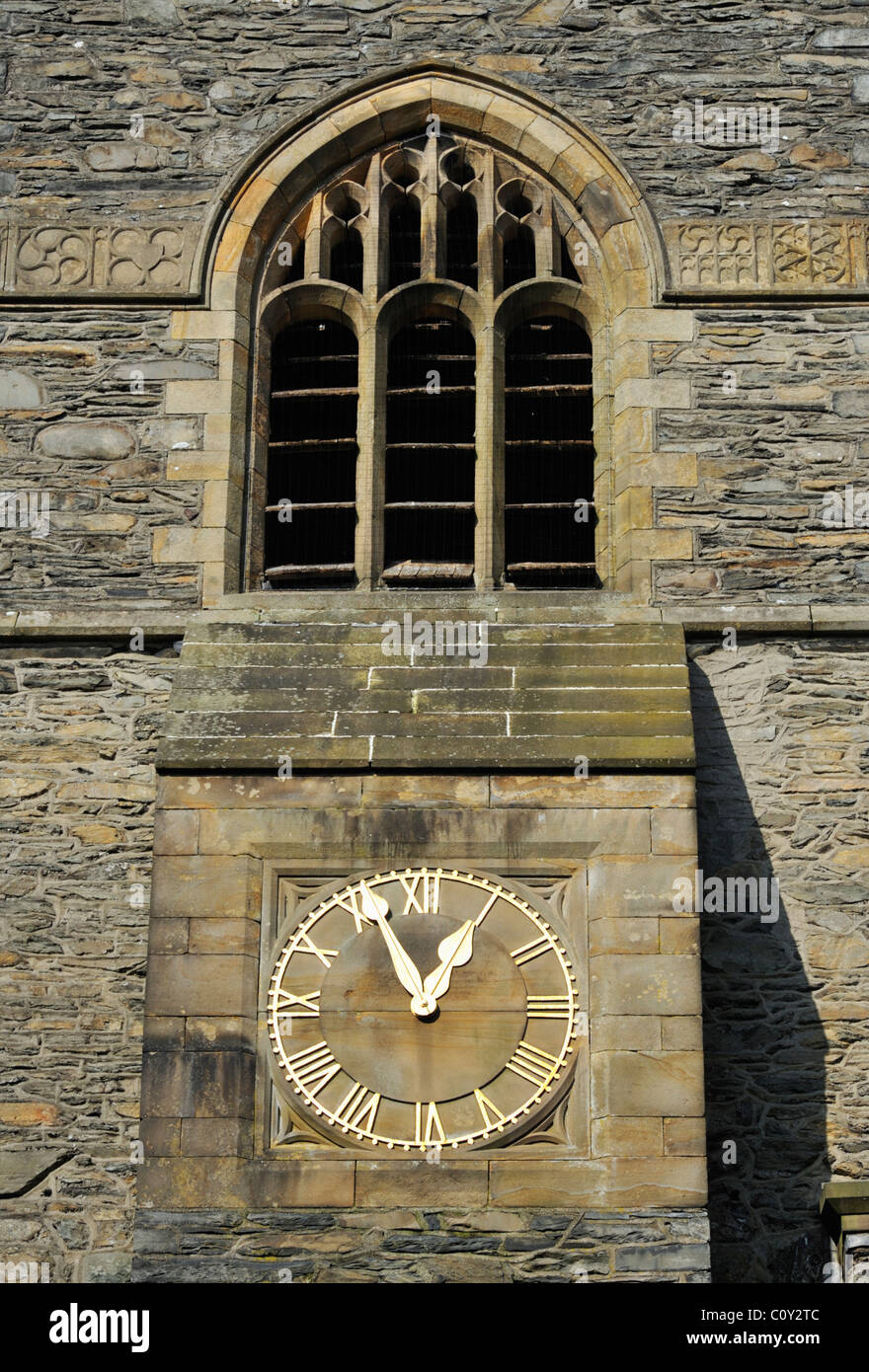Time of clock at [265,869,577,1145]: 12:56
